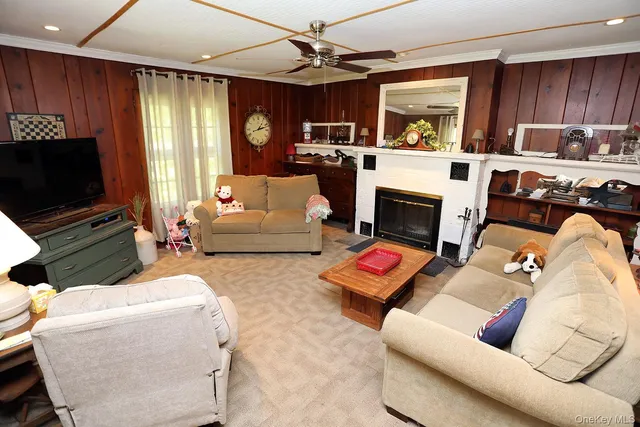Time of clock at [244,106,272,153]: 1:12
